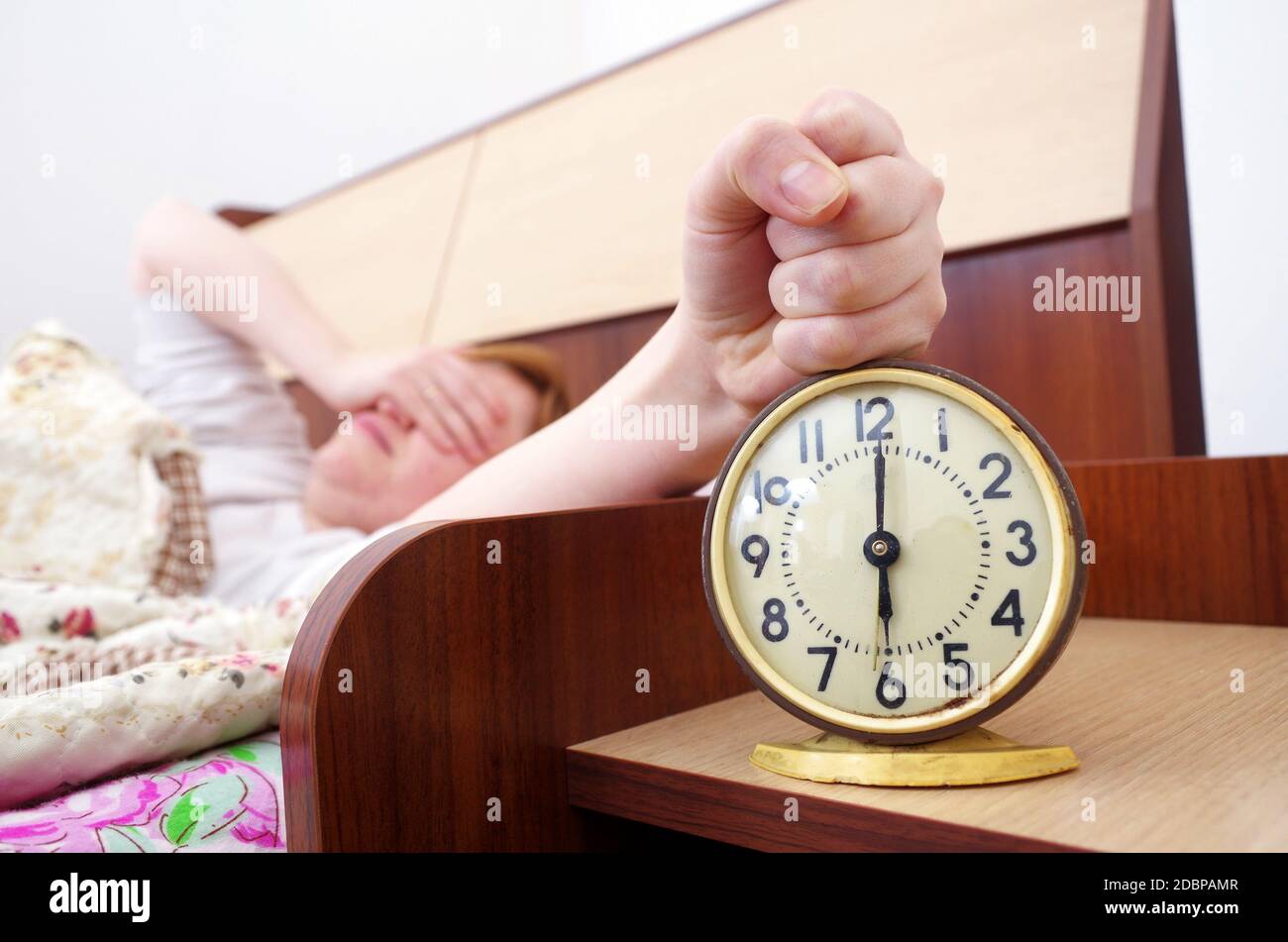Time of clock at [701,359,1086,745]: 6:00
